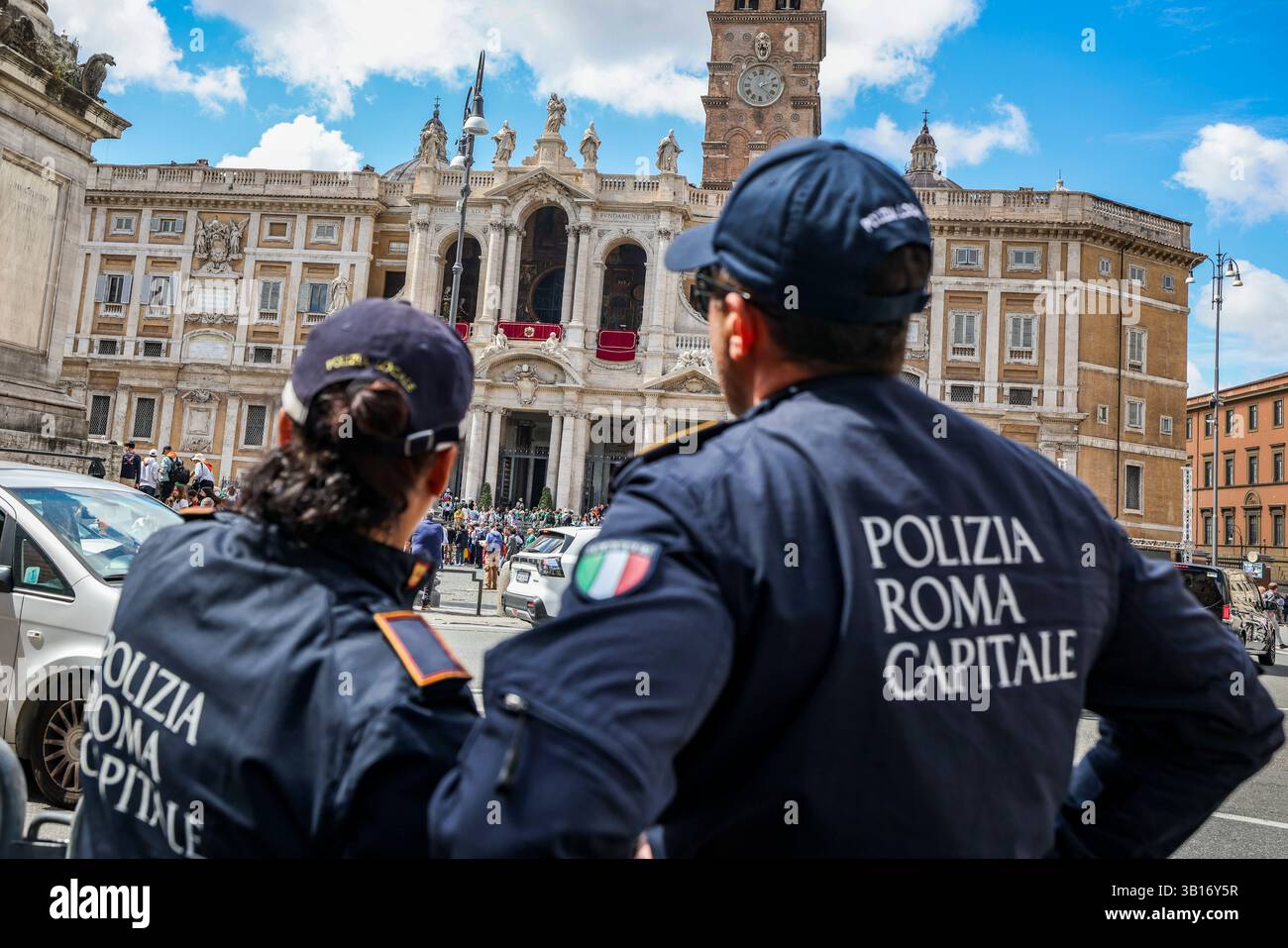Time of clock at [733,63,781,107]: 2:22
